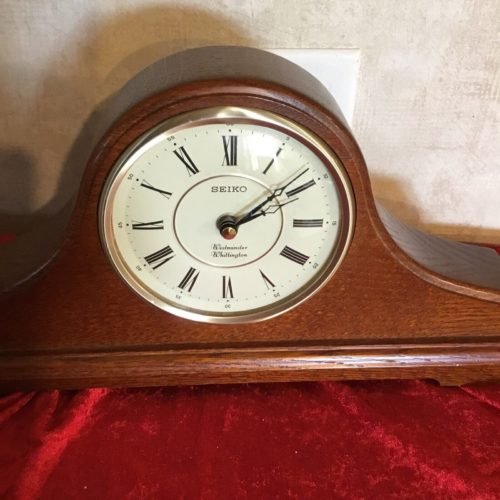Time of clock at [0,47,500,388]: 2:09
